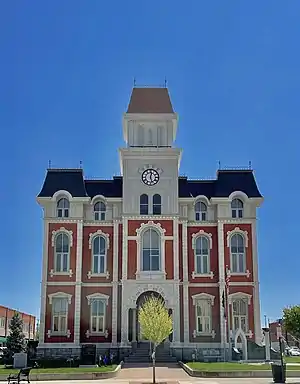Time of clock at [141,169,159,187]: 12:26
